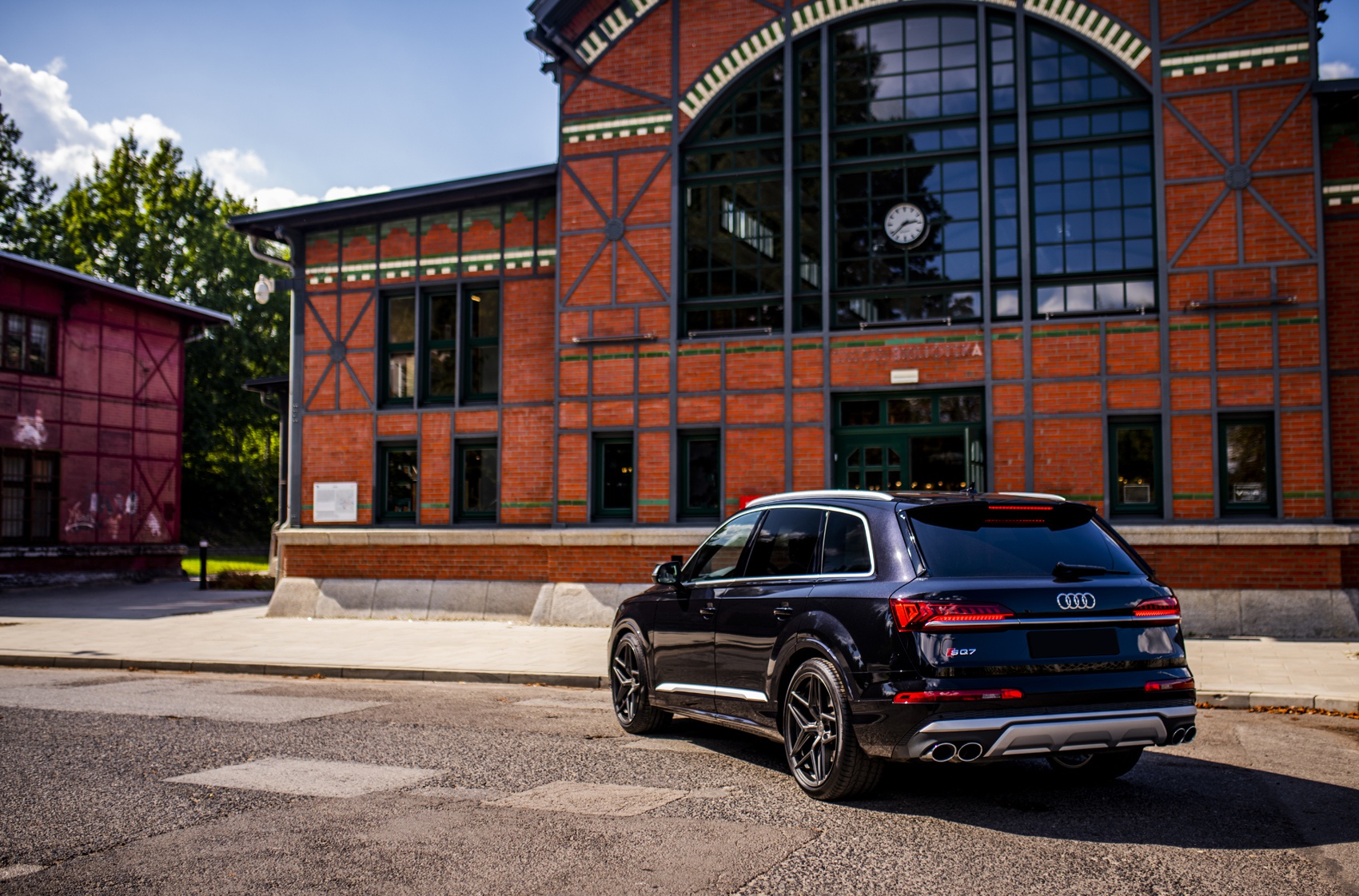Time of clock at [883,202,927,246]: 2:38
